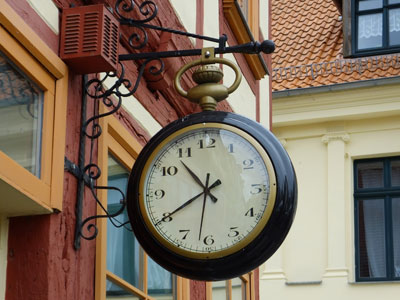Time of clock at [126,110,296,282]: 10:39
